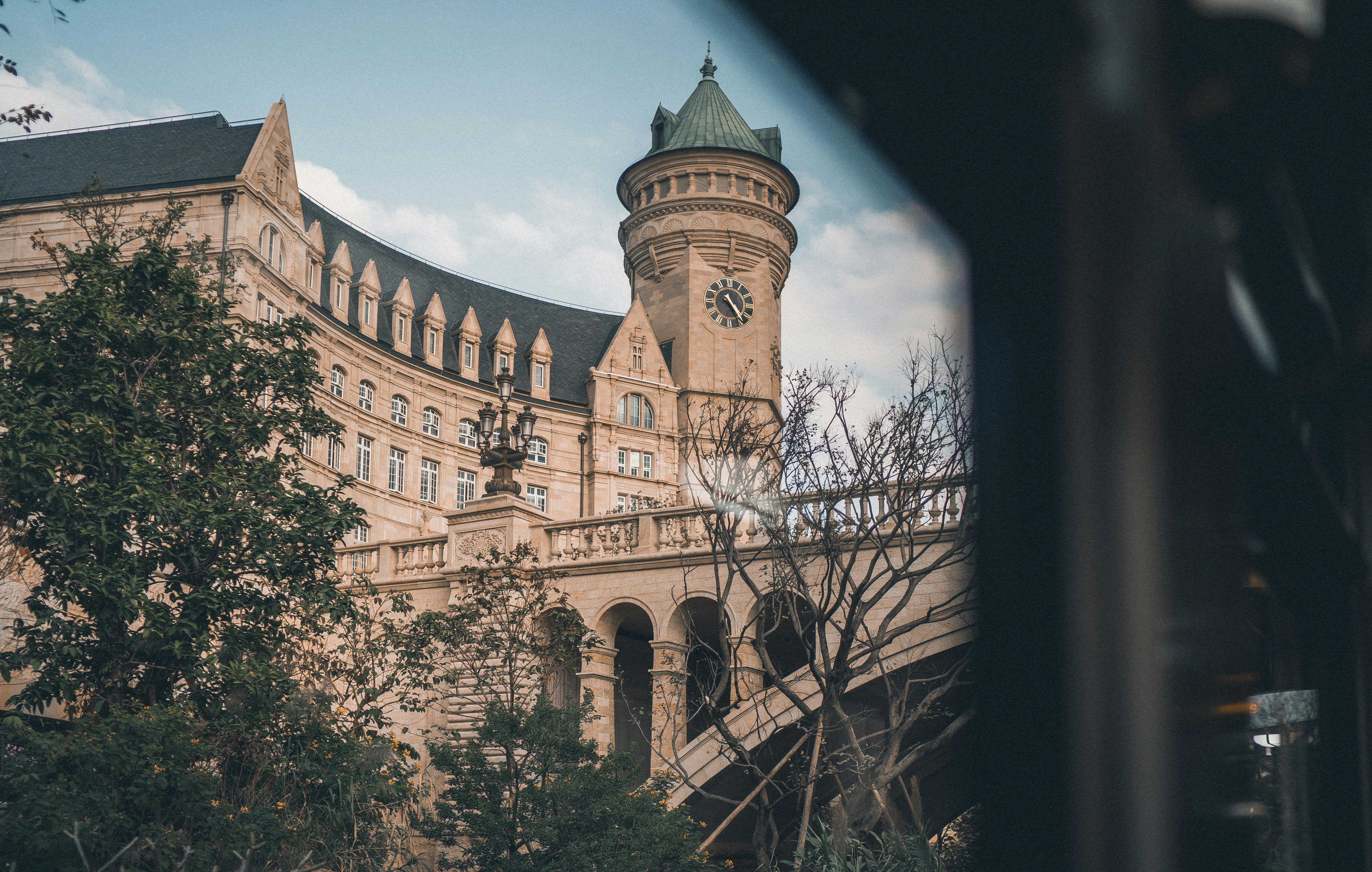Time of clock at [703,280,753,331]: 4:23
